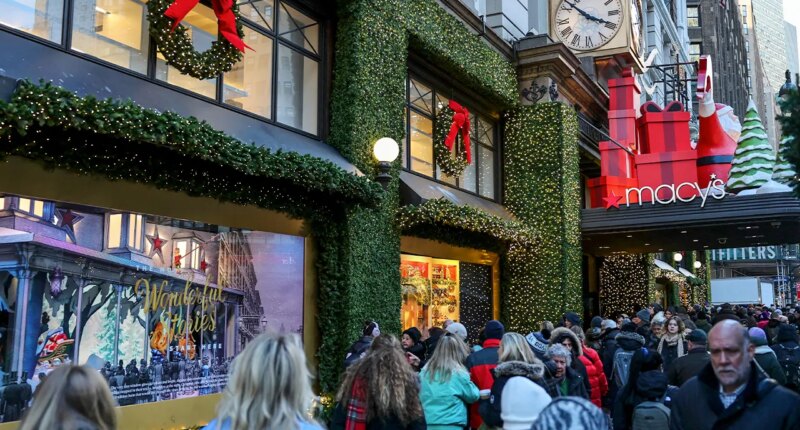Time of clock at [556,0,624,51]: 3:52
